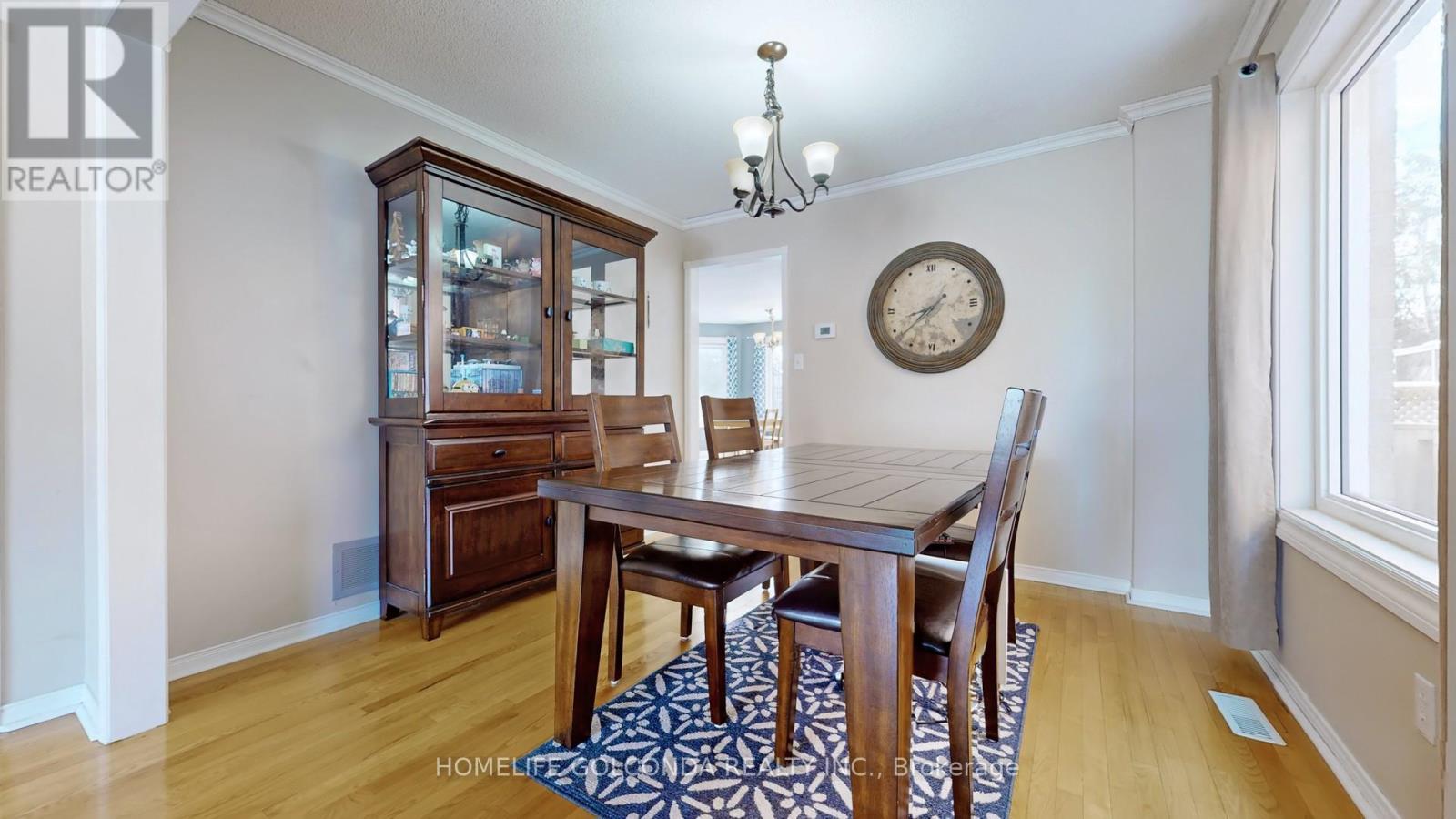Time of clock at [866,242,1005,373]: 8:38
